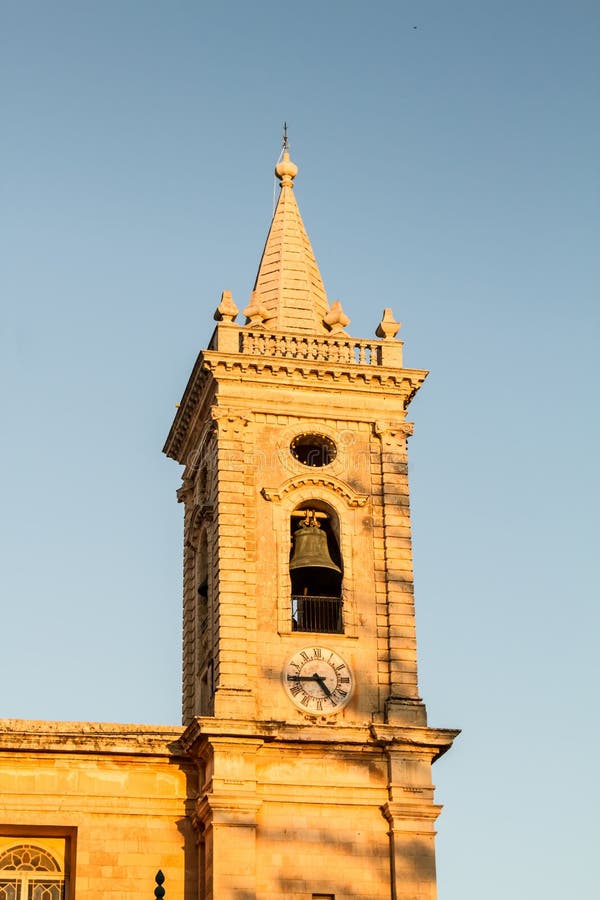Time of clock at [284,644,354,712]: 4:44
